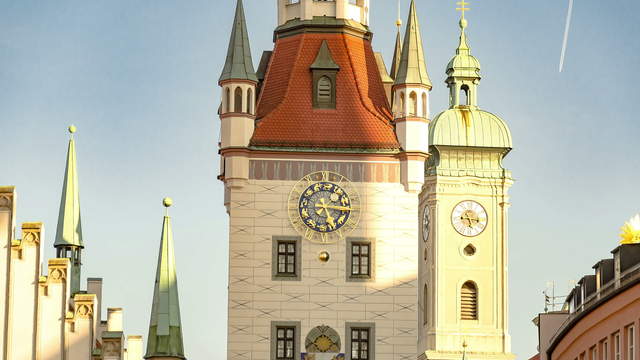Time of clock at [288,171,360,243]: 5:15
